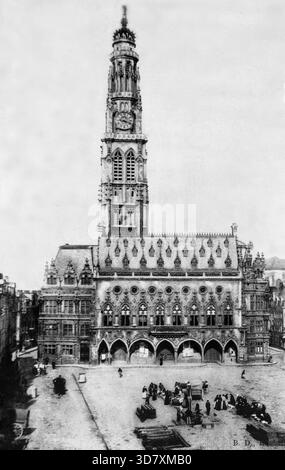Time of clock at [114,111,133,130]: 9:18
